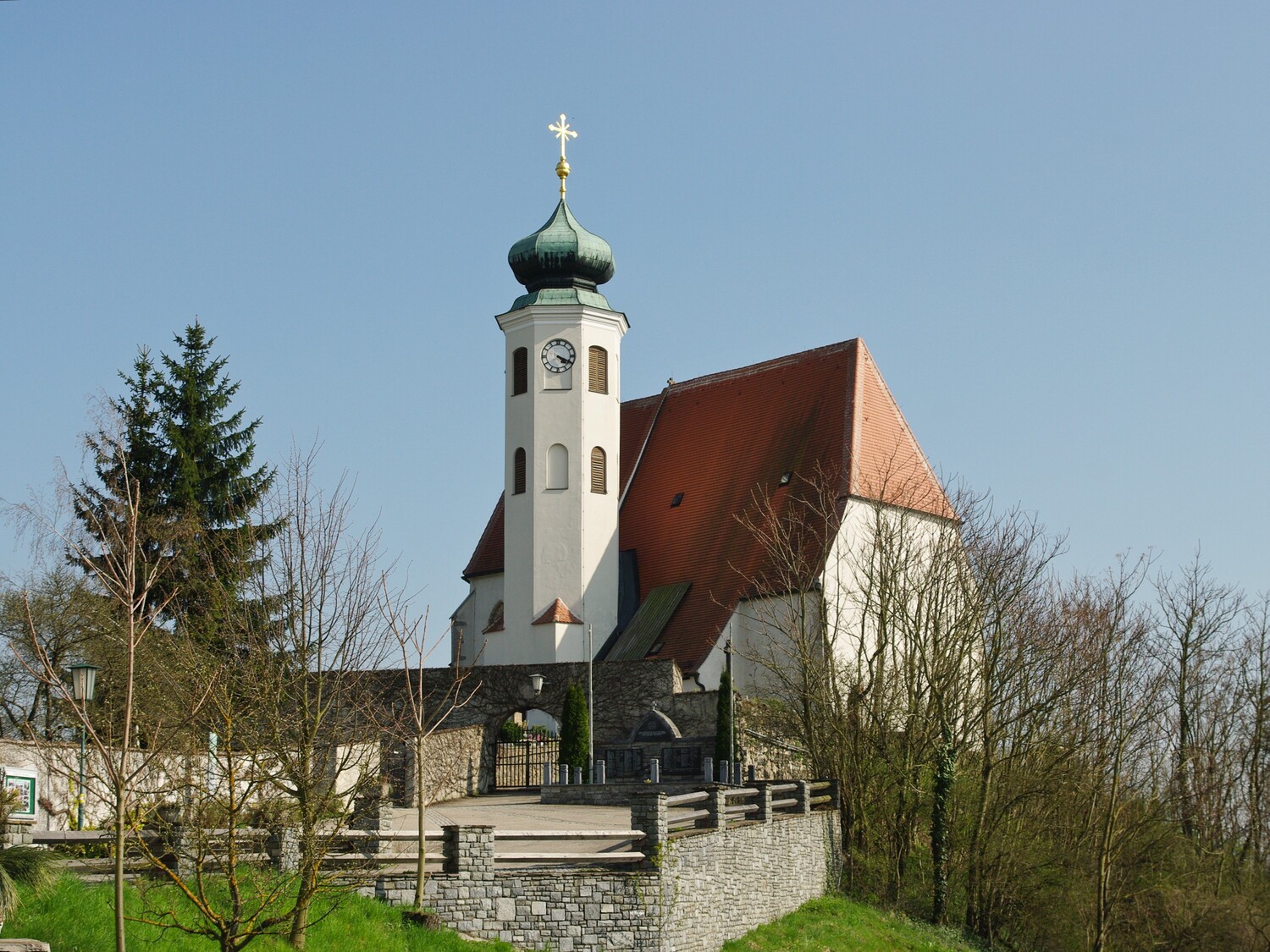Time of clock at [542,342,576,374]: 4:19
